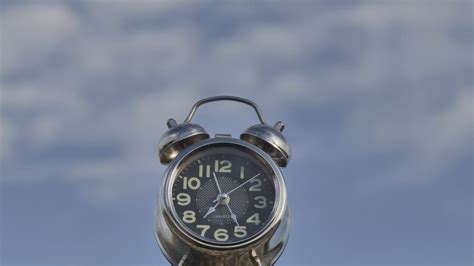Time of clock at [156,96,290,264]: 7:25
